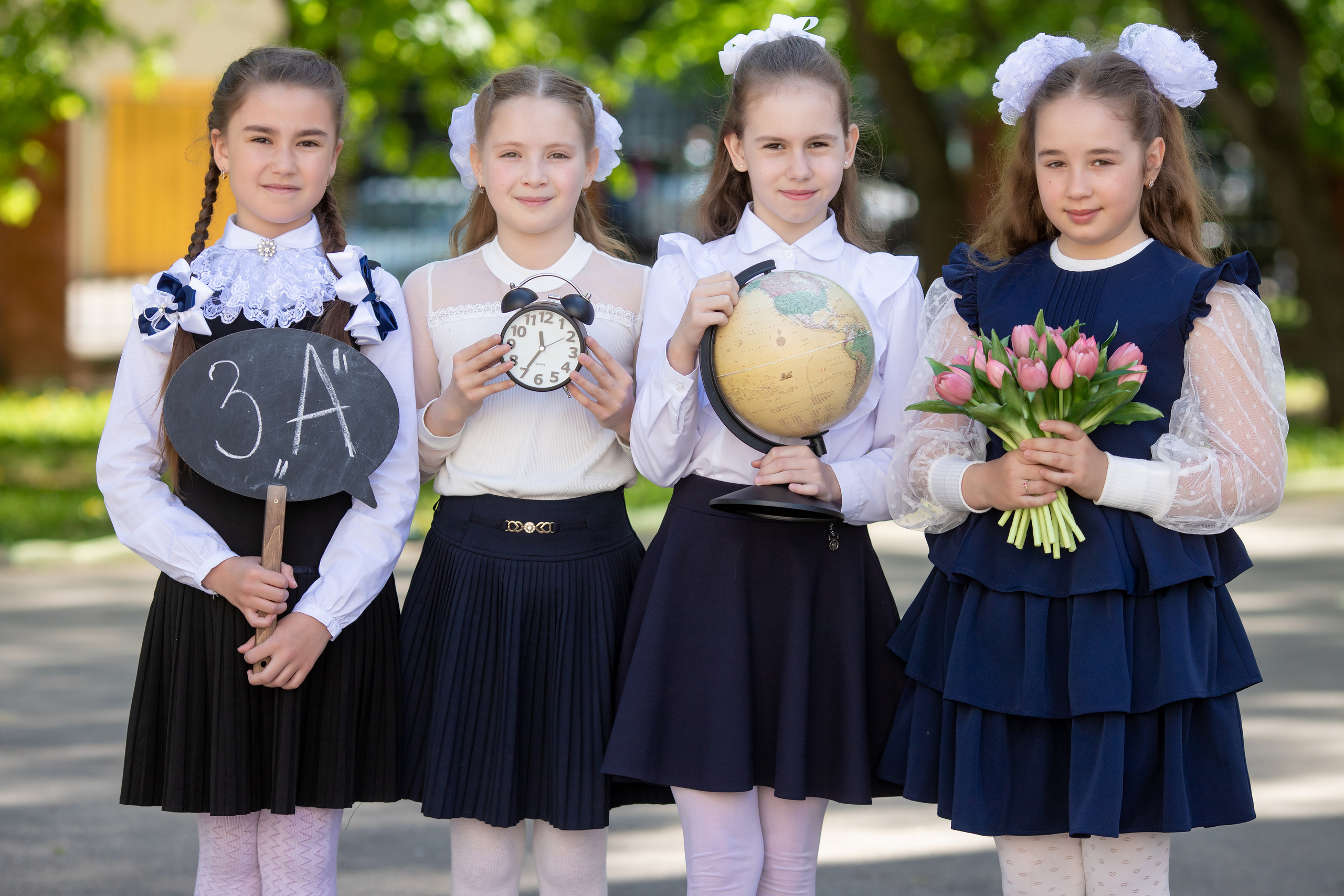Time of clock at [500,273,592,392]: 11:35
